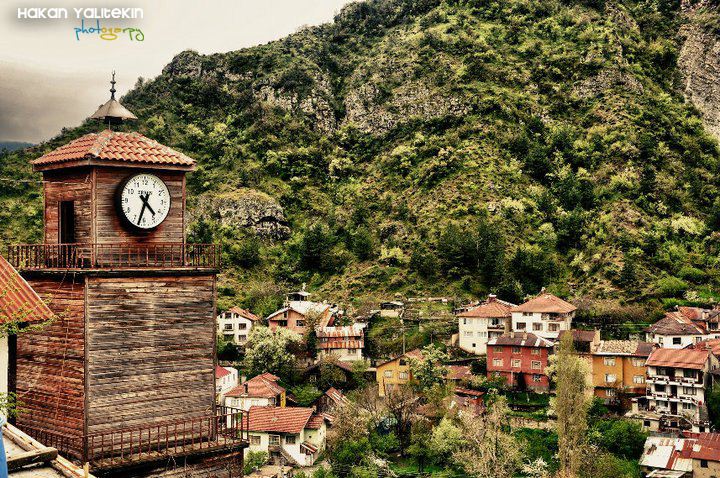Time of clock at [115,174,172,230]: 4:32
